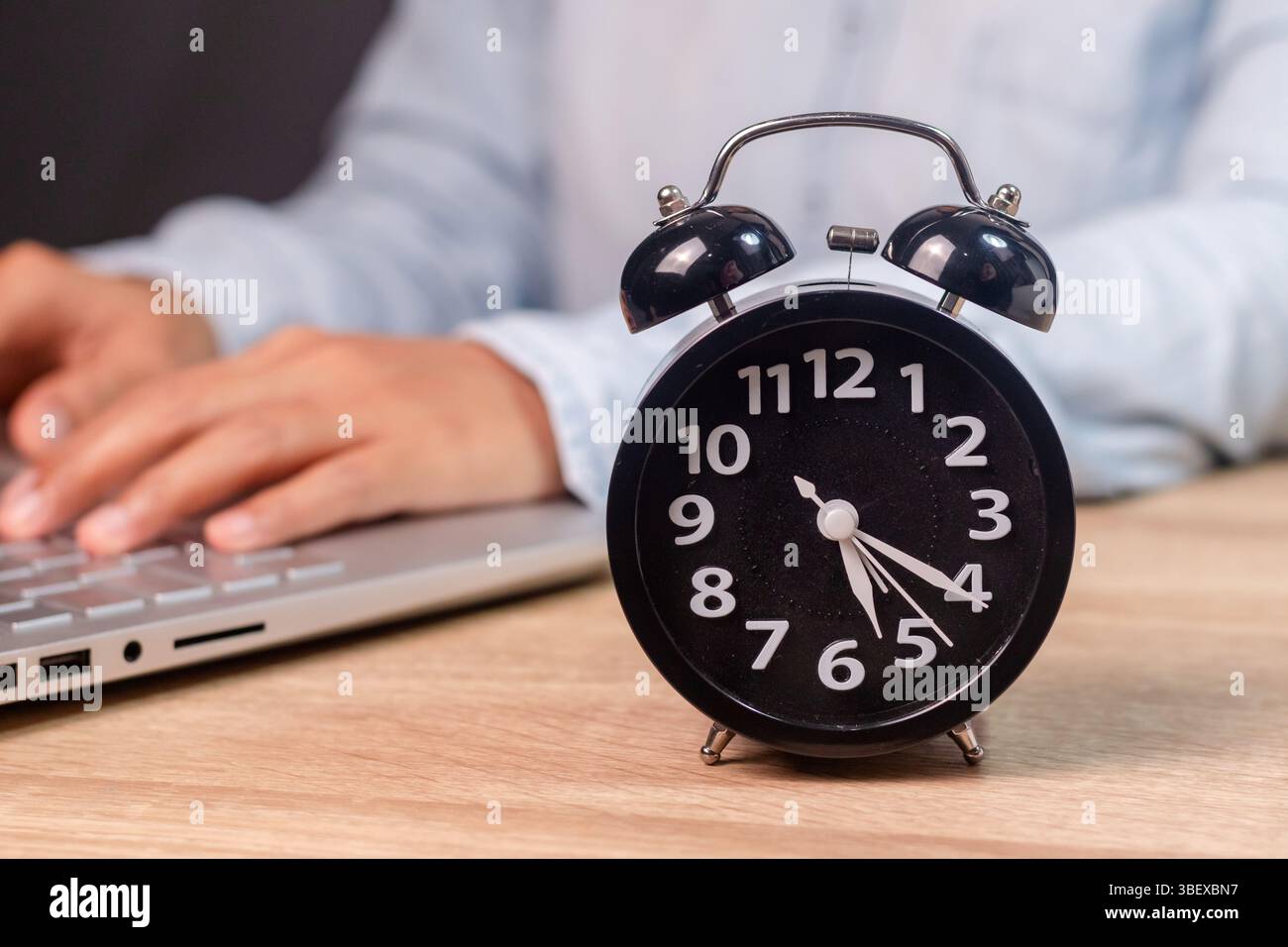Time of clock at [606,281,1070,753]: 5:20
